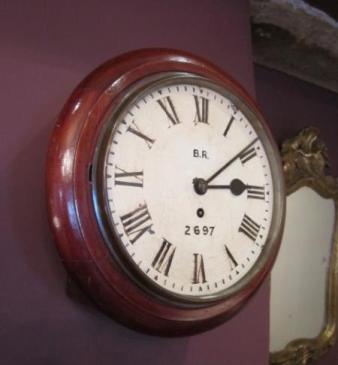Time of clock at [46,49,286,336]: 3:08
